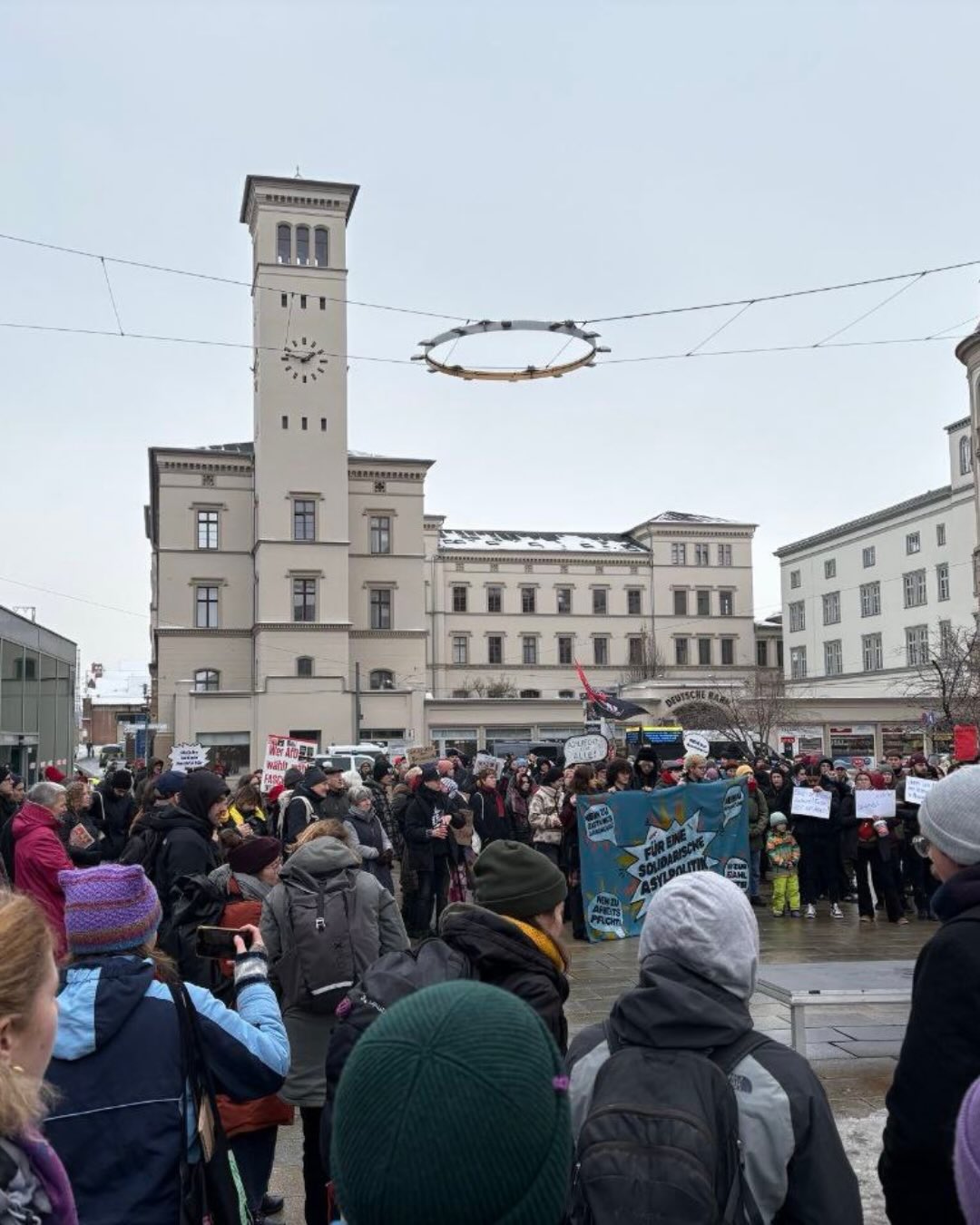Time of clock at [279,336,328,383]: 1:47
